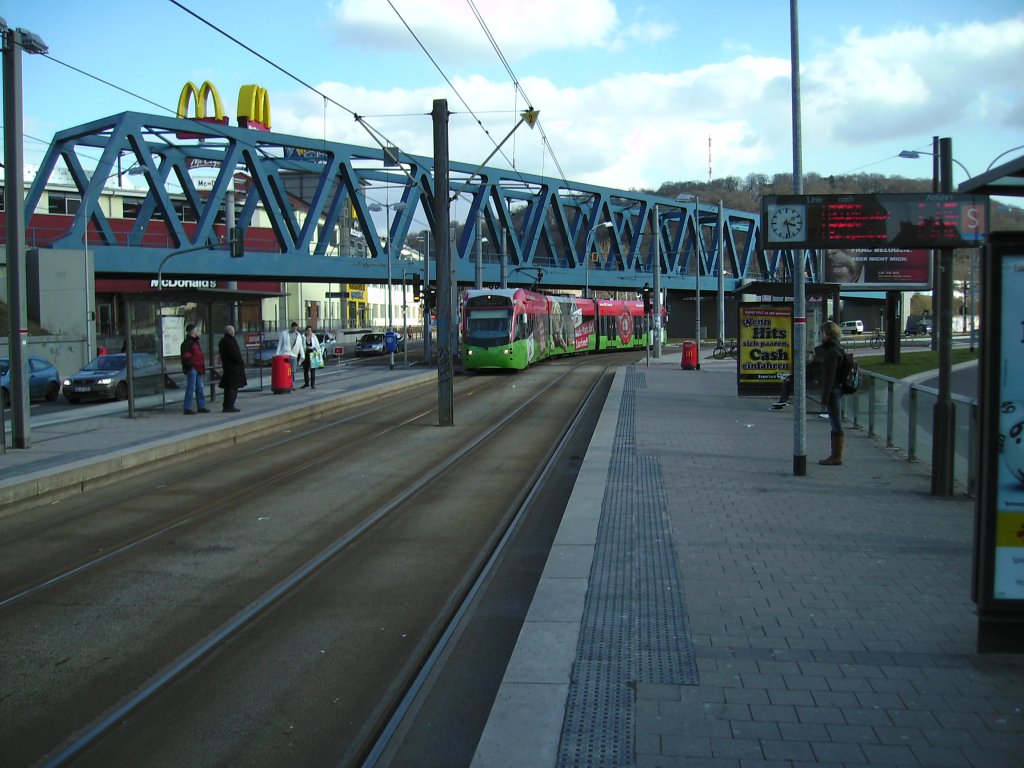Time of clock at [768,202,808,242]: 3:28
